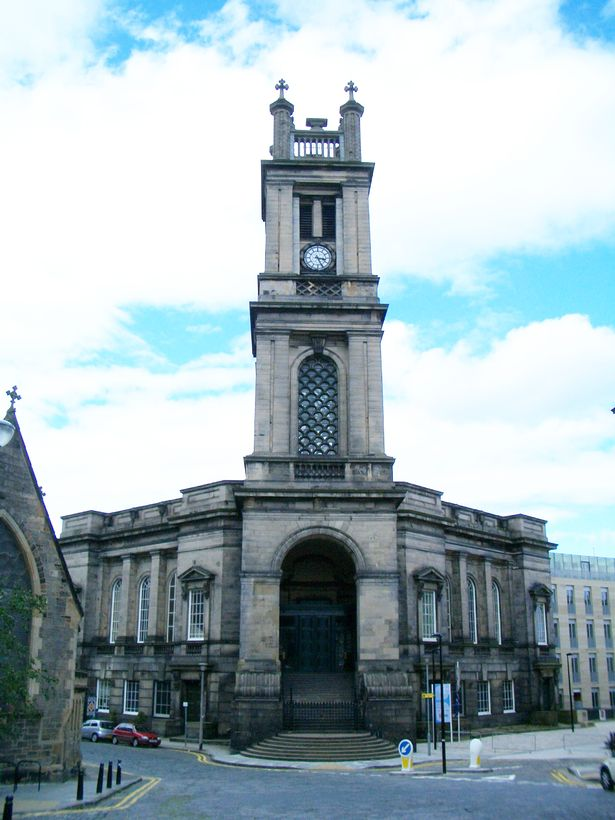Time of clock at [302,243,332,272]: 3:25
